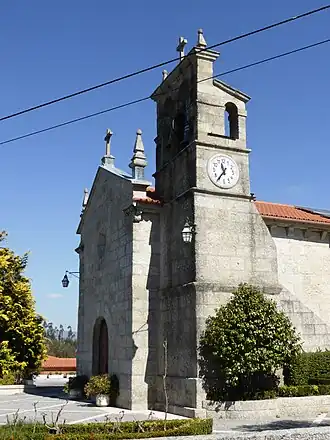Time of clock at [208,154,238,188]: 11:35
